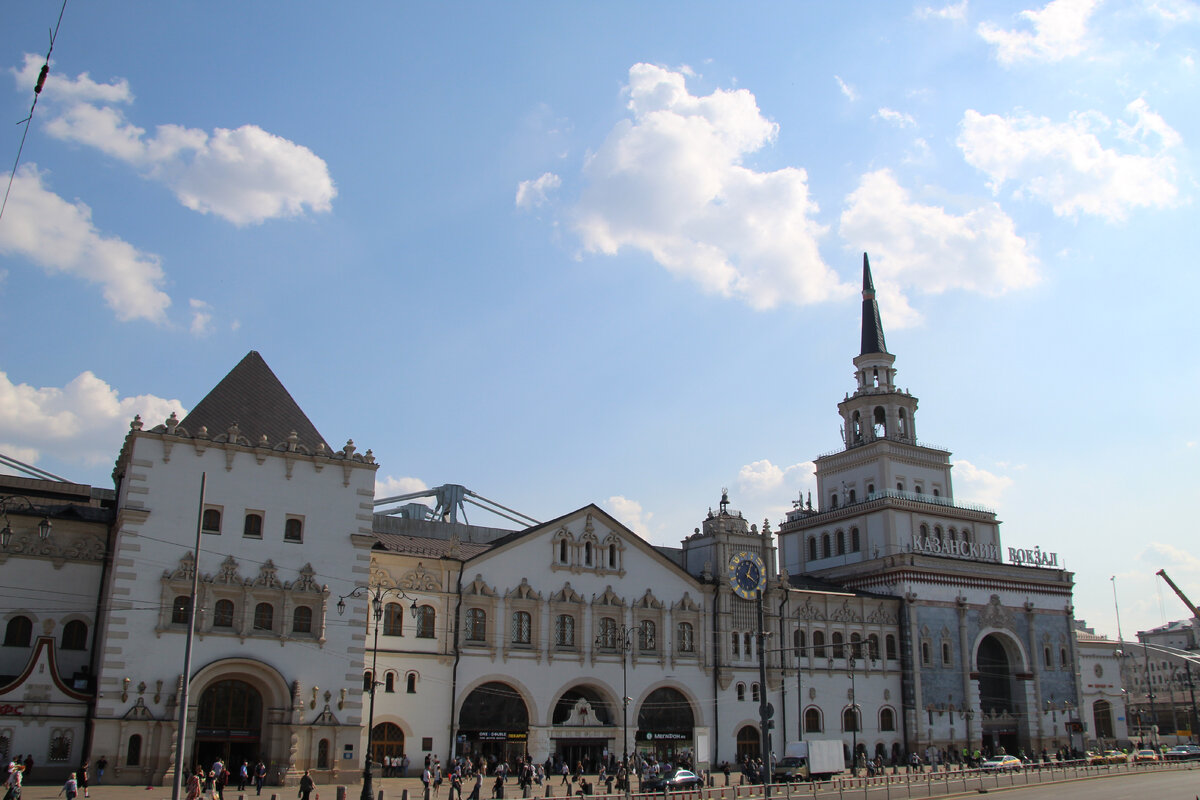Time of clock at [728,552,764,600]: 4:04
